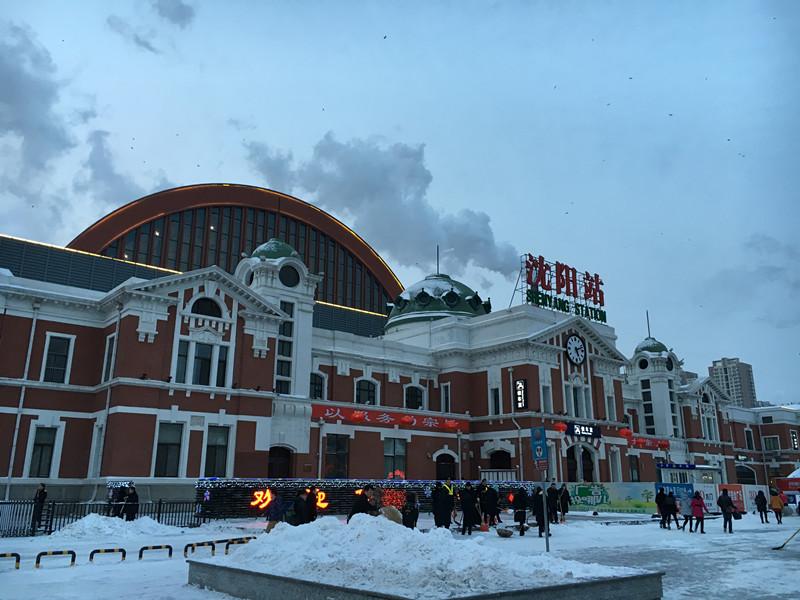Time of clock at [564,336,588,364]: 5:12
